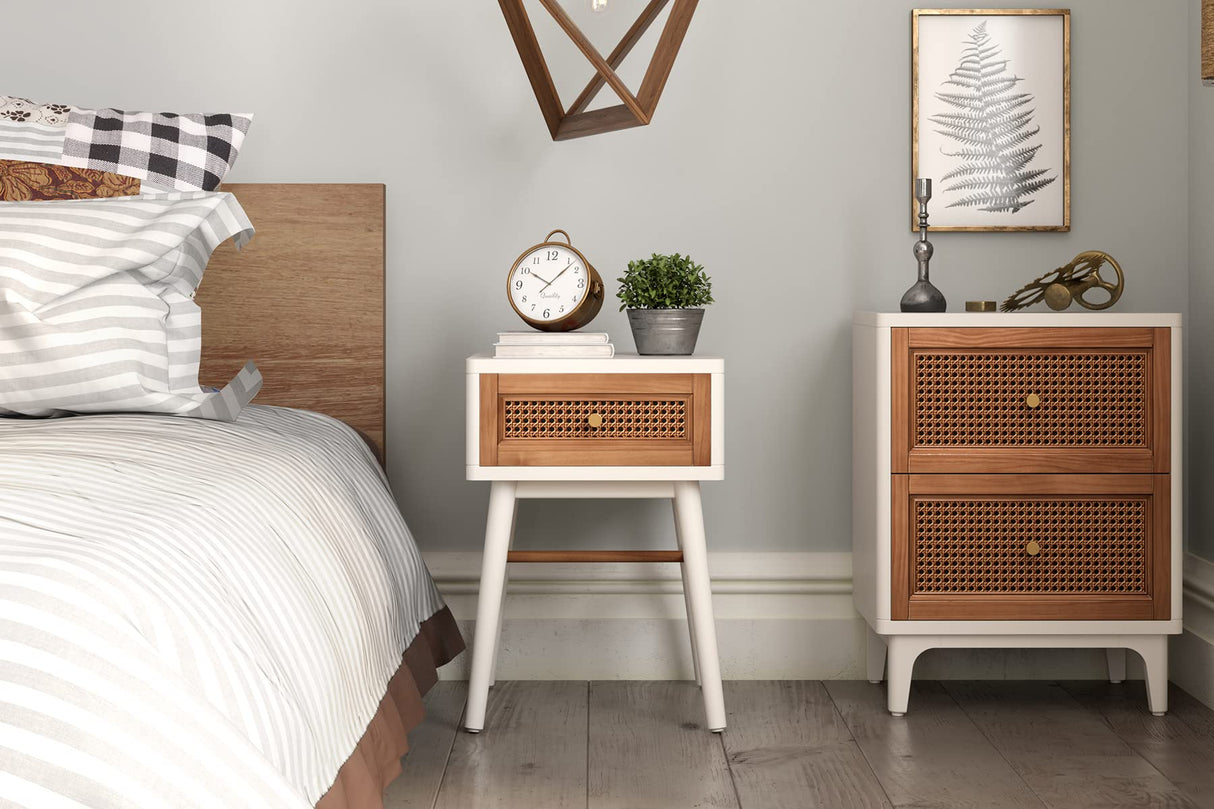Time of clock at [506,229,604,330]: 10:07
